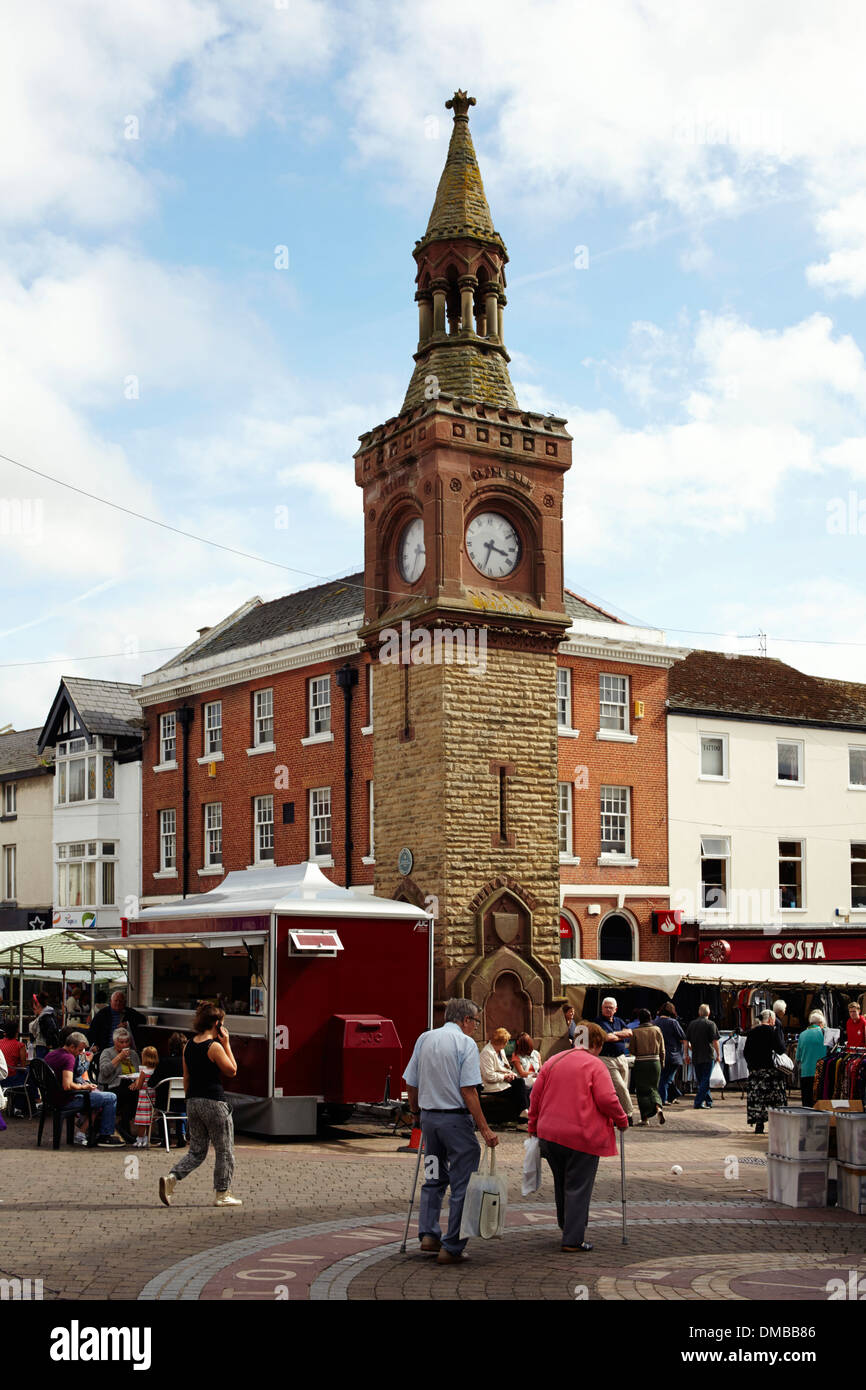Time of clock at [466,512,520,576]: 3:33
